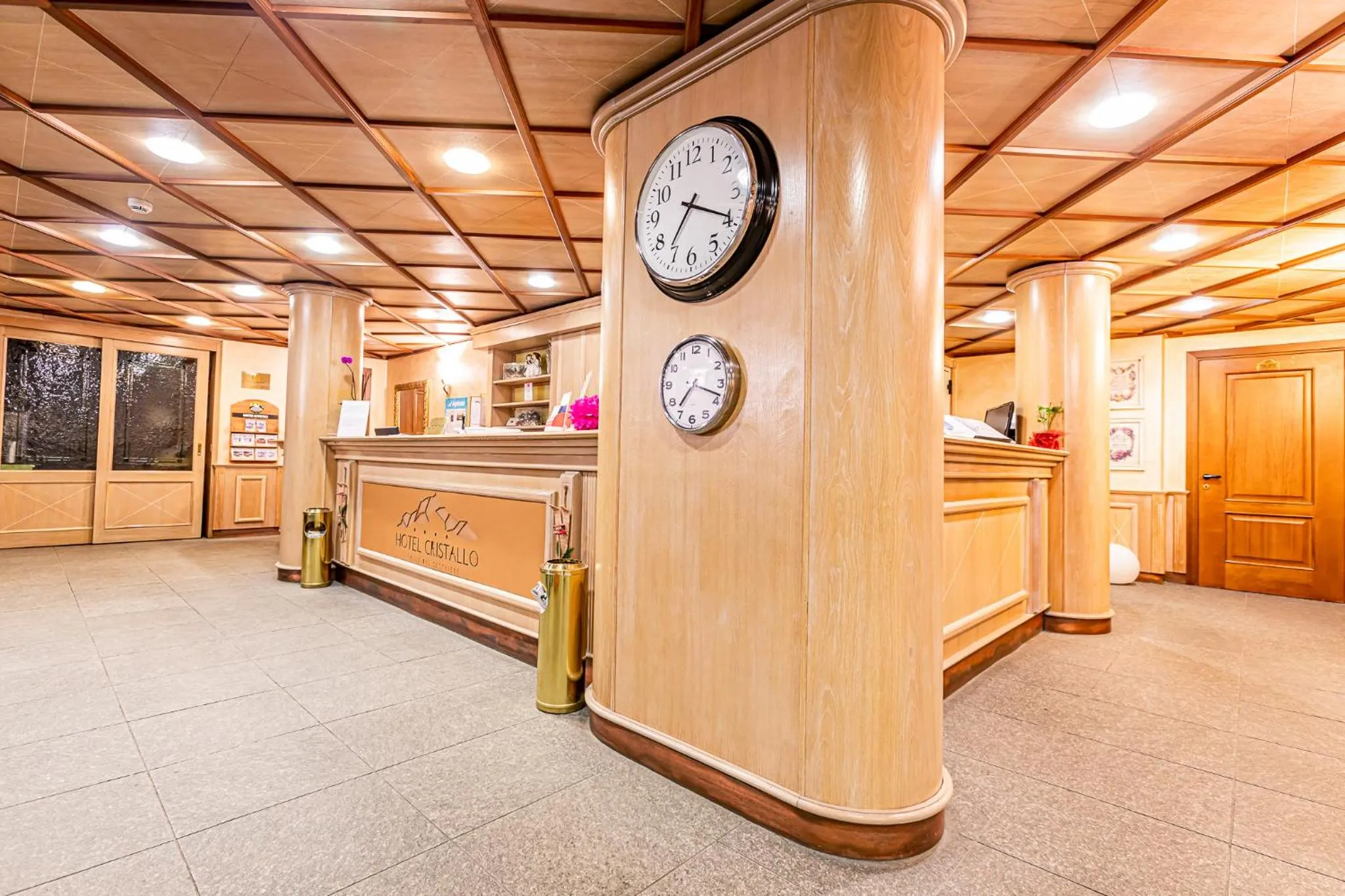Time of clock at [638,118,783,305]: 7:19
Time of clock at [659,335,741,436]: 7:18
